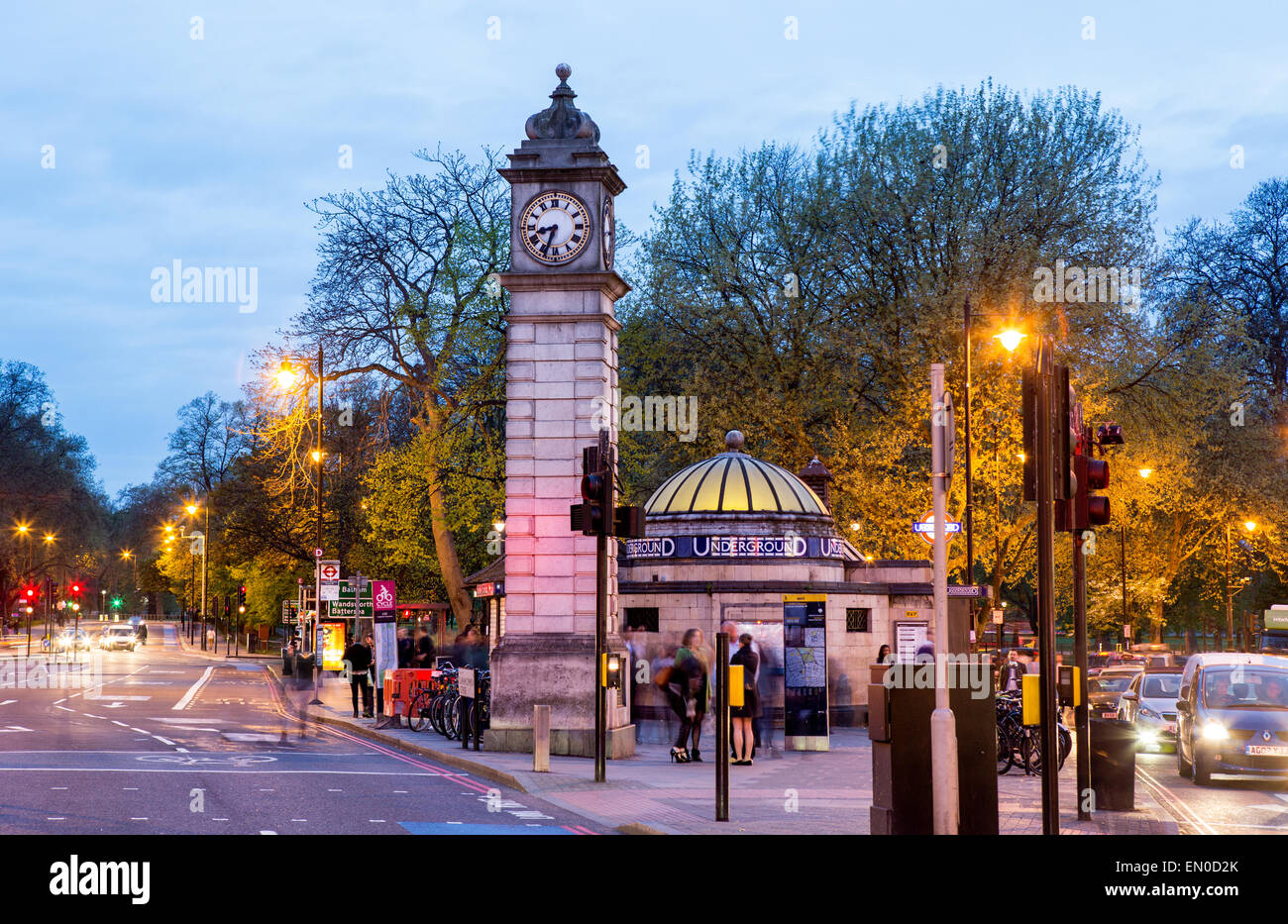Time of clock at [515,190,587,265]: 8:33
